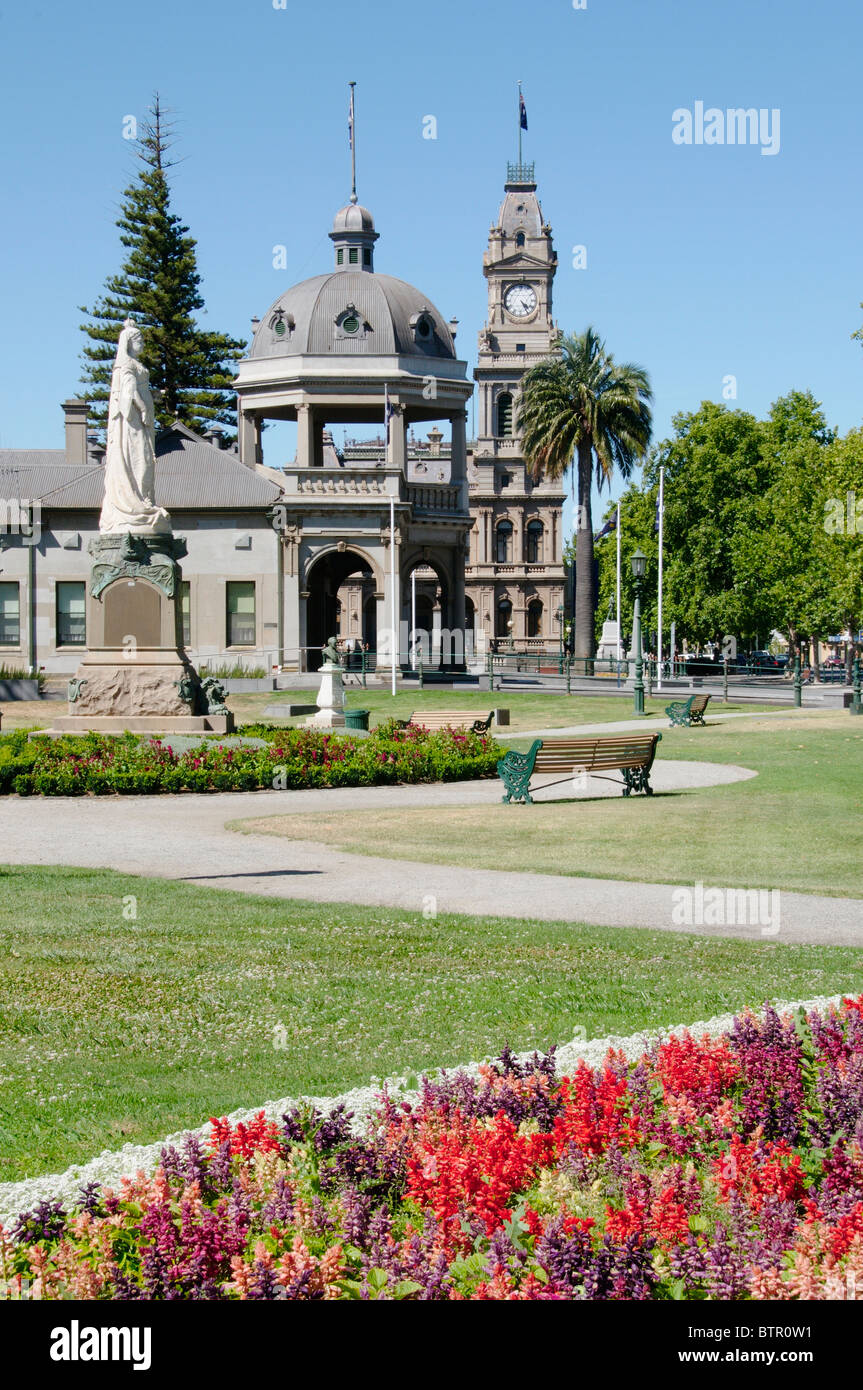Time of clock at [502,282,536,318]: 4:24
